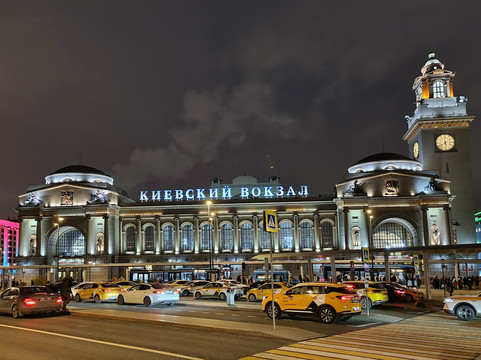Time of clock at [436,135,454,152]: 5:39
